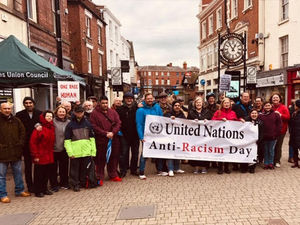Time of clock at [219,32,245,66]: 12:53
